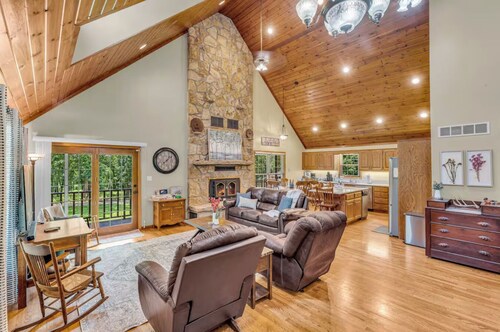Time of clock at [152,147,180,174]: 8:07
